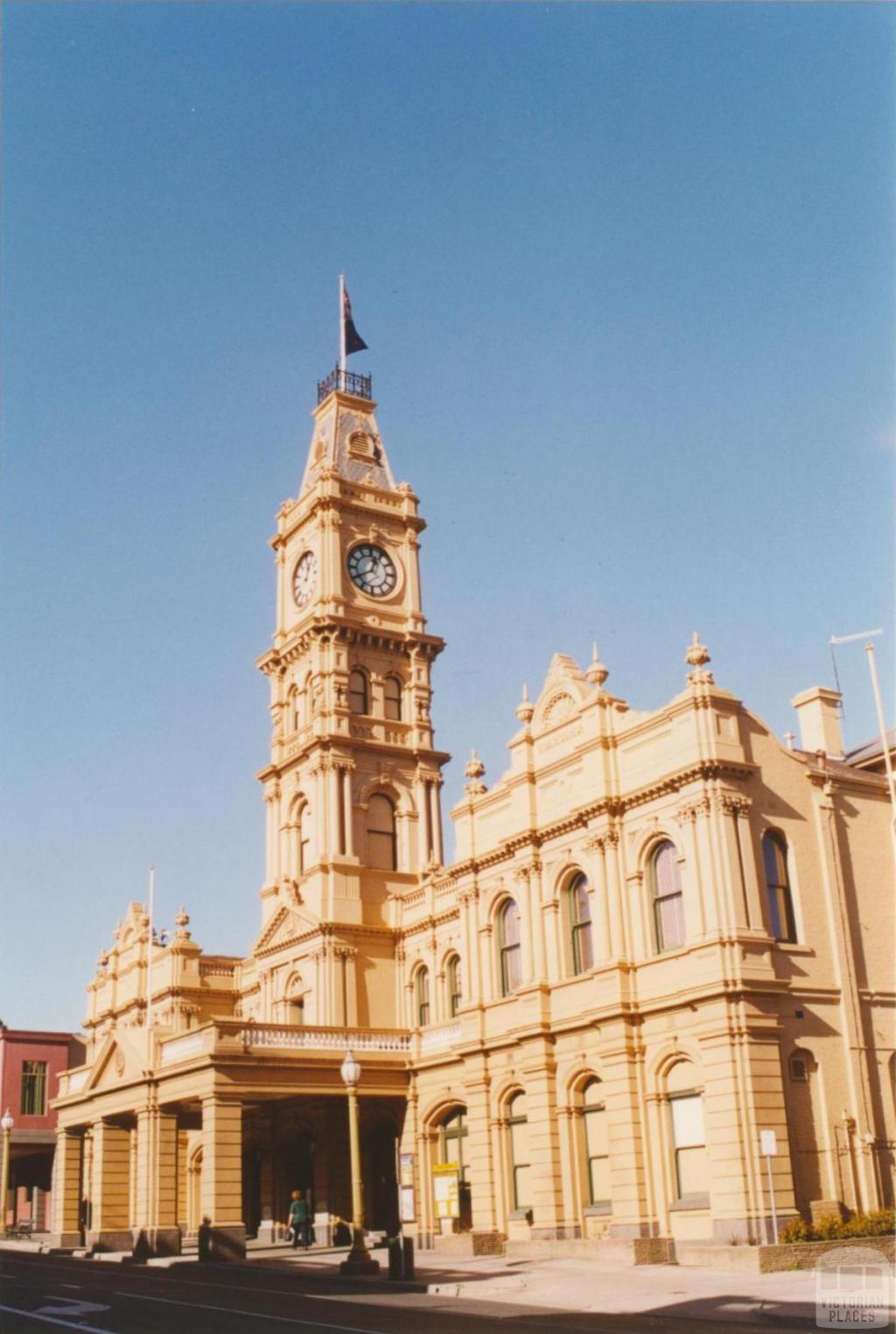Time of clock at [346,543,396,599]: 12:40
